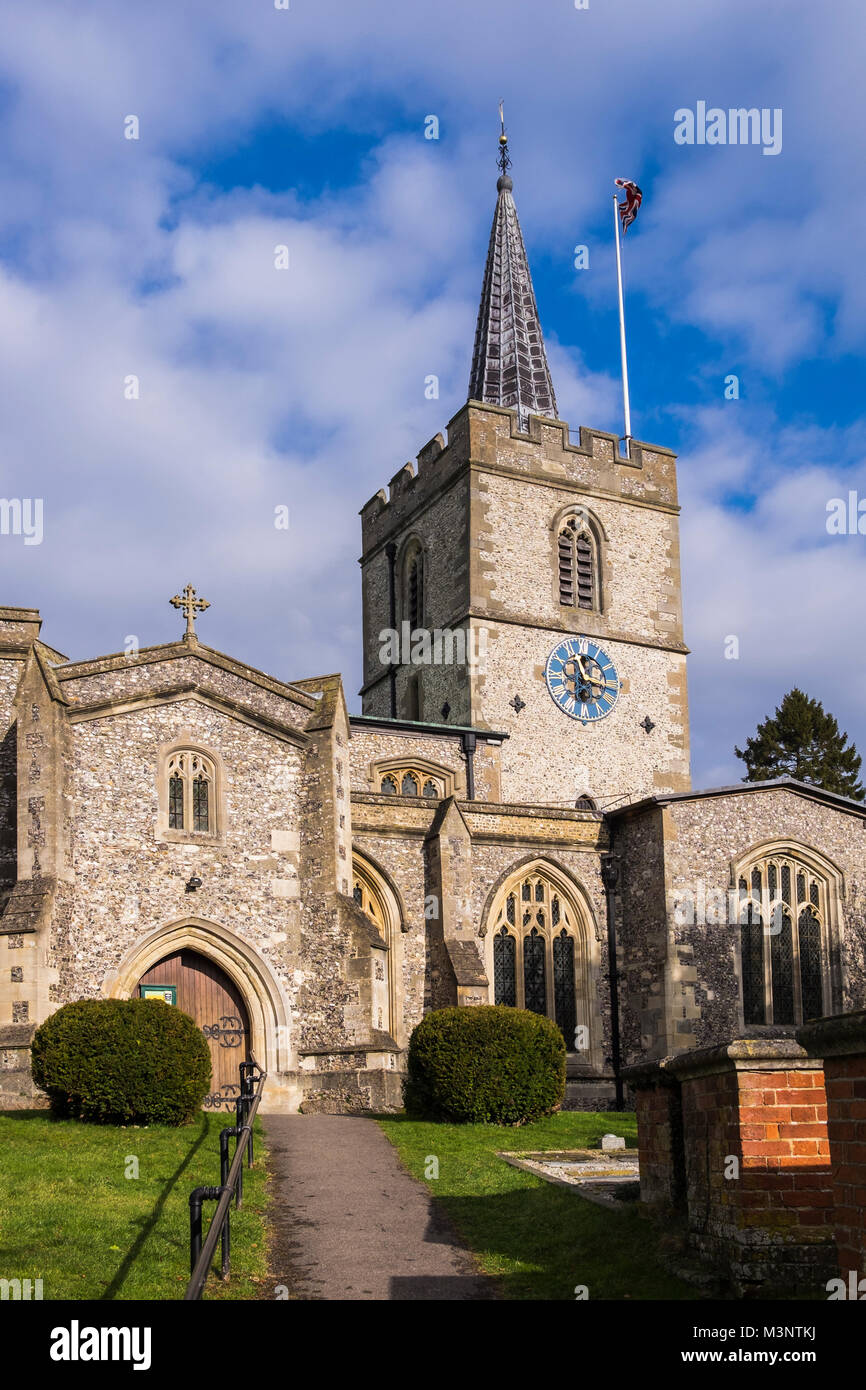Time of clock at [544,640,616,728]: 11:16
